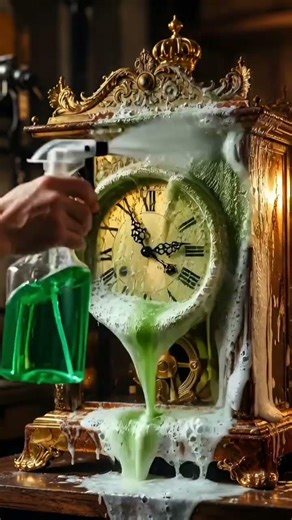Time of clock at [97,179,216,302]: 4:13
